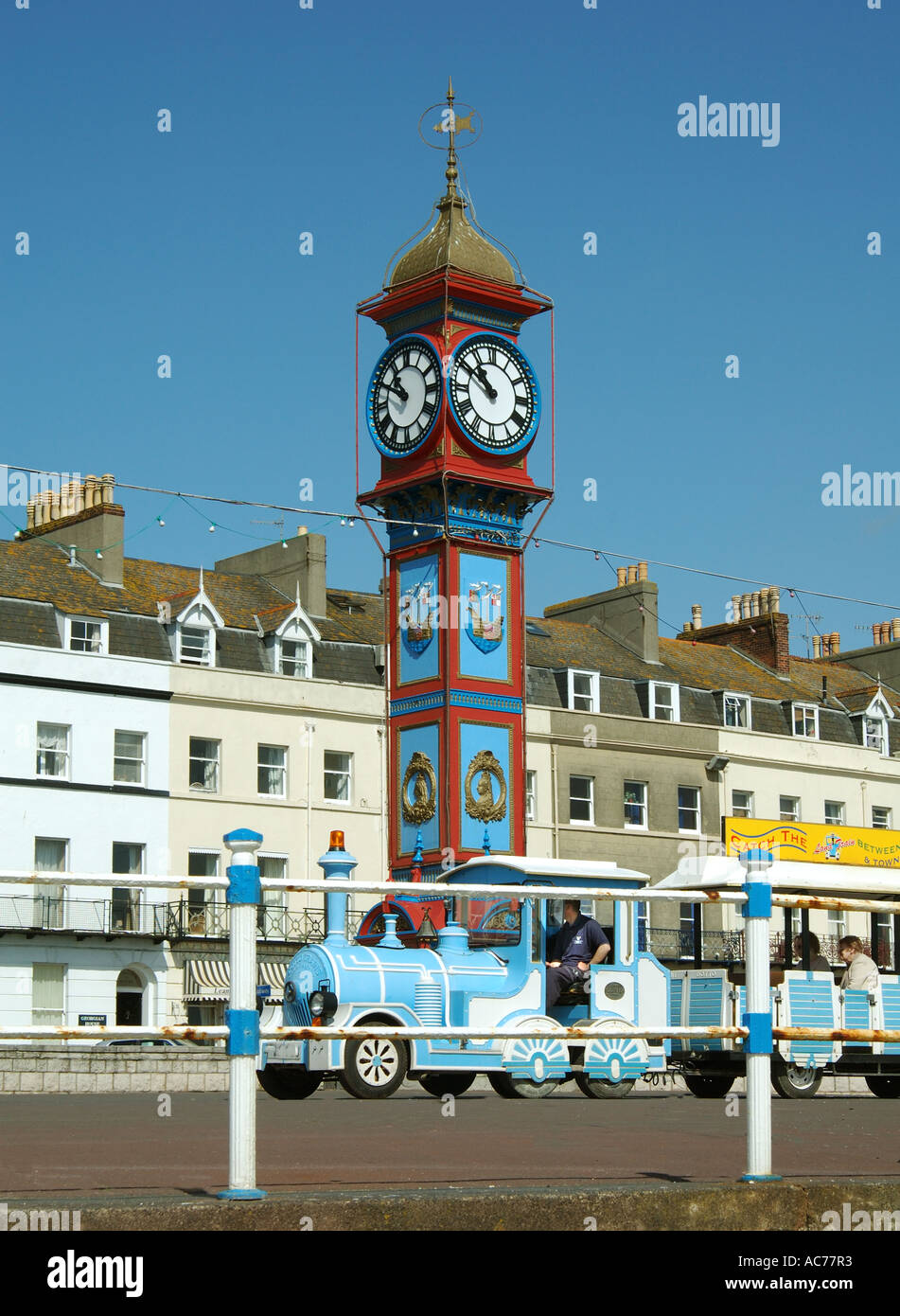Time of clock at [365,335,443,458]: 10:49
